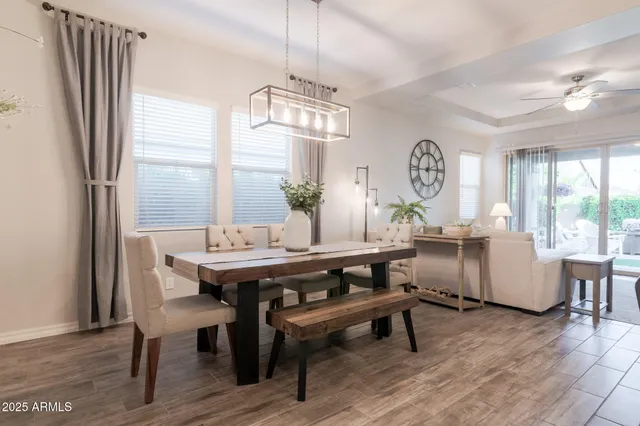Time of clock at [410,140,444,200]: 12:14
